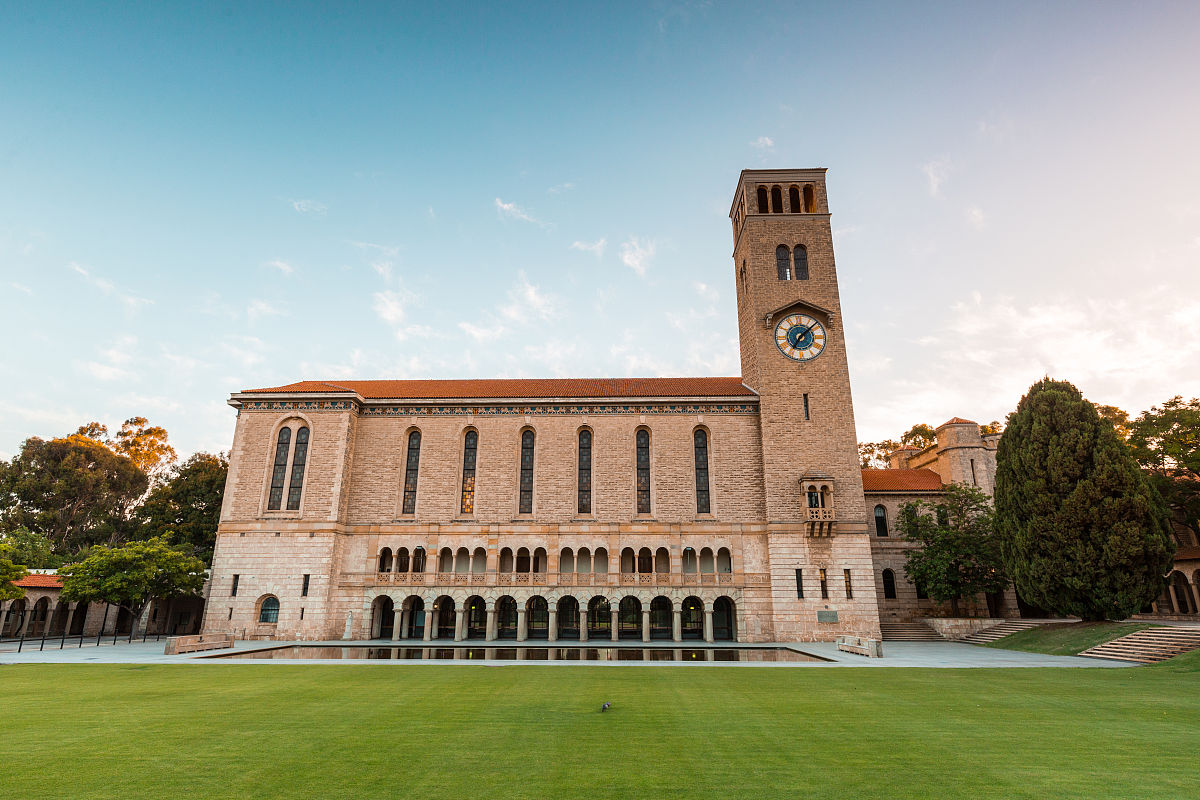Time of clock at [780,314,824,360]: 7:08
